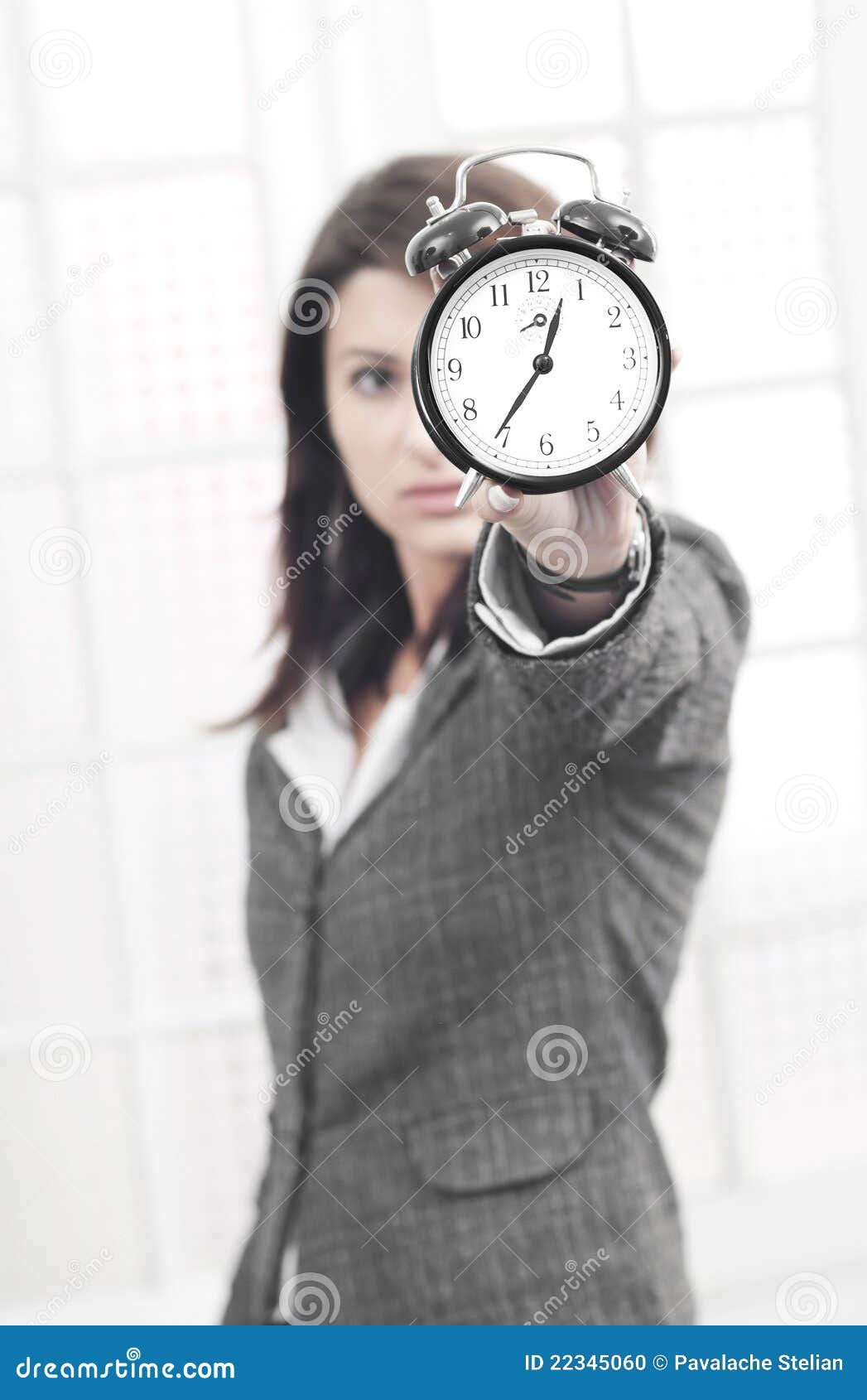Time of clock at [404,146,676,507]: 12:36
